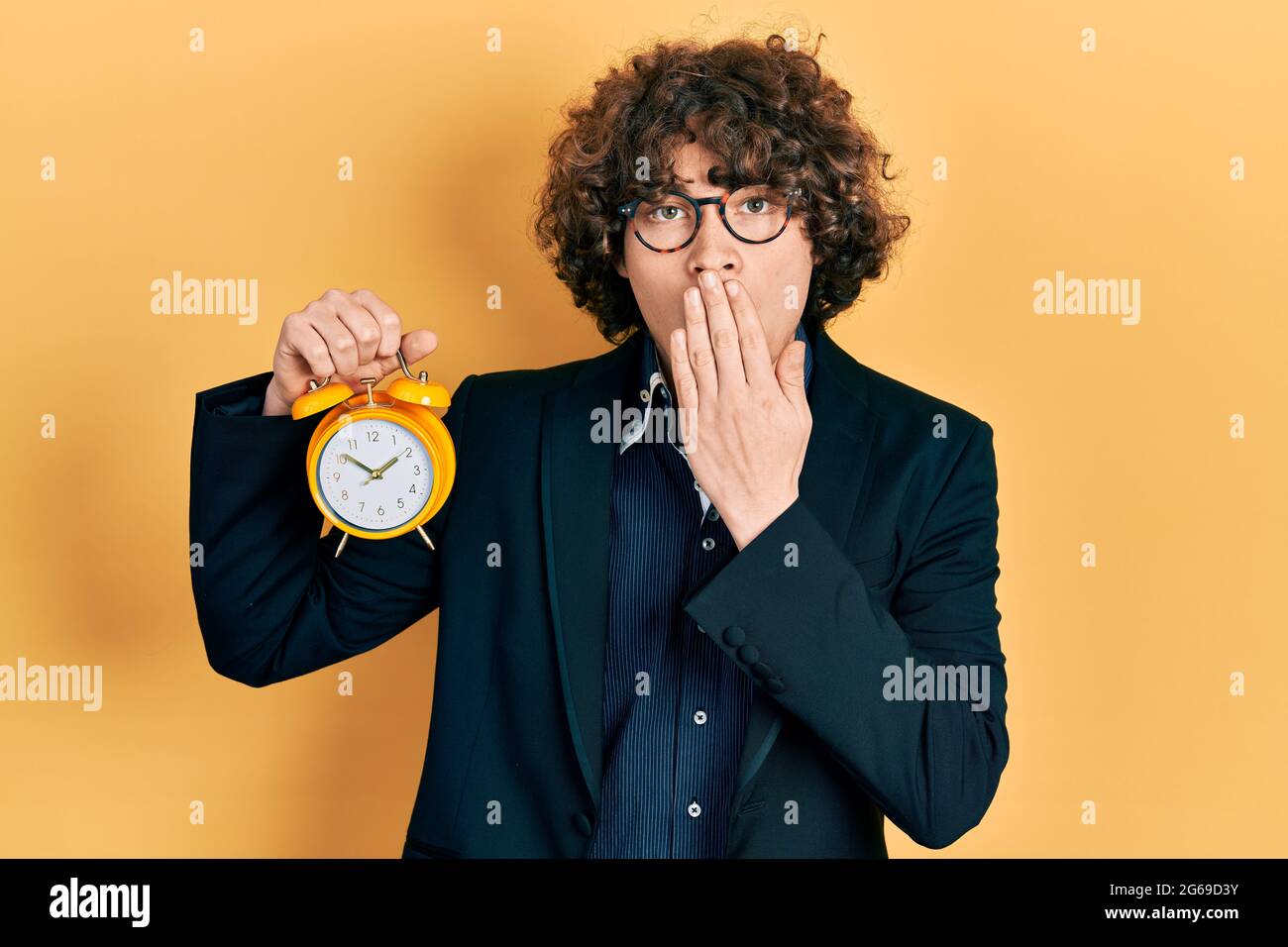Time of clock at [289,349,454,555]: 1:51
